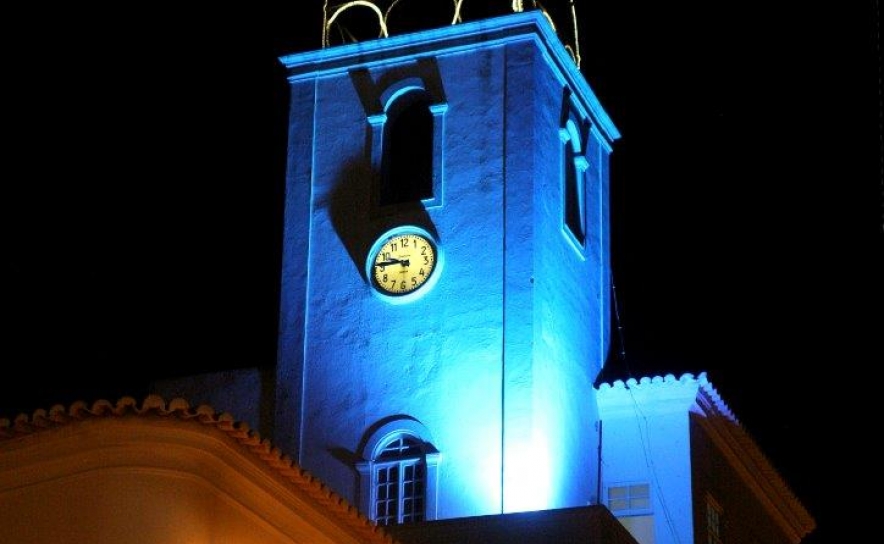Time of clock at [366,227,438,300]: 9:45
